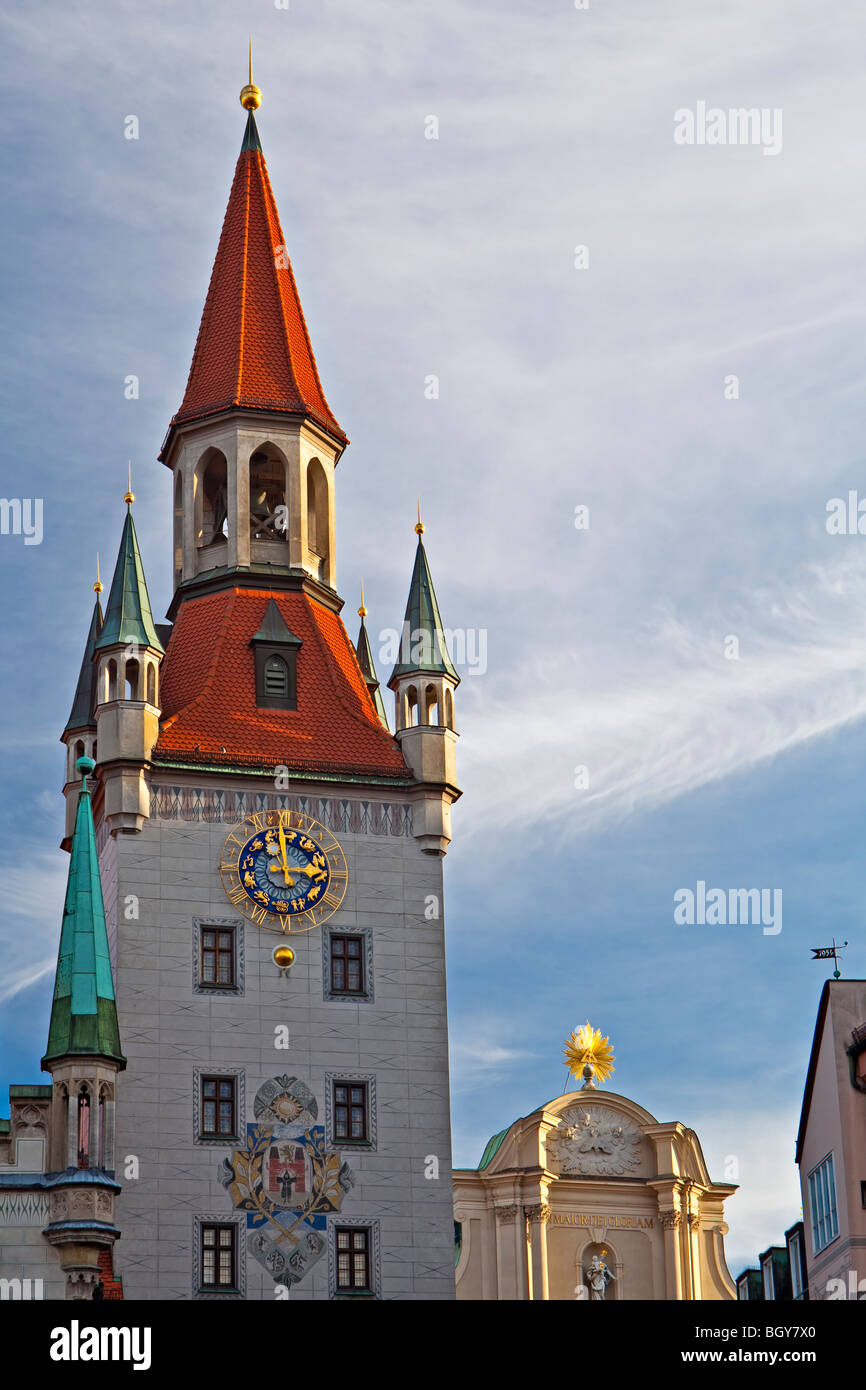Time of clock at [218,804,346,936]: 2:58
